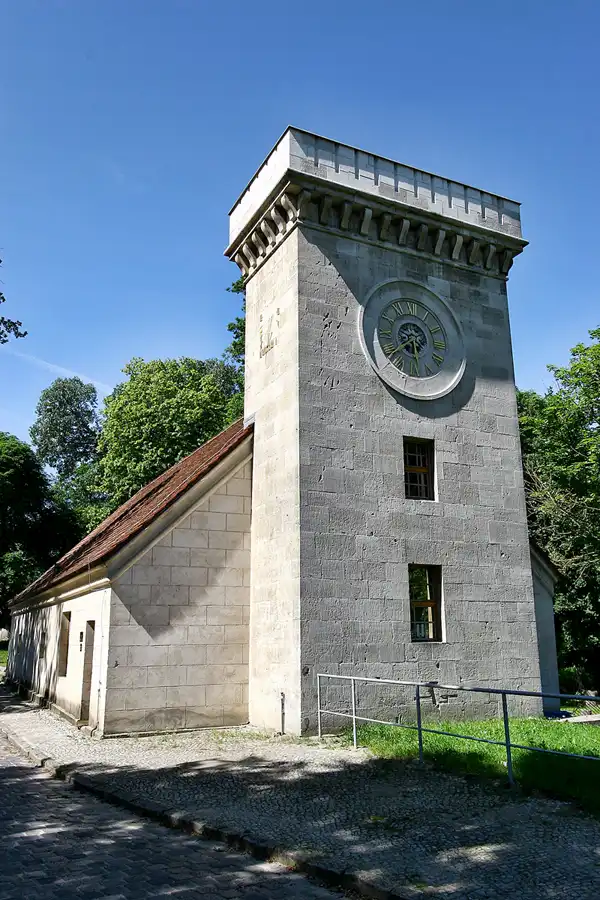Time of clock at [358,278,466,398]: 5:38
